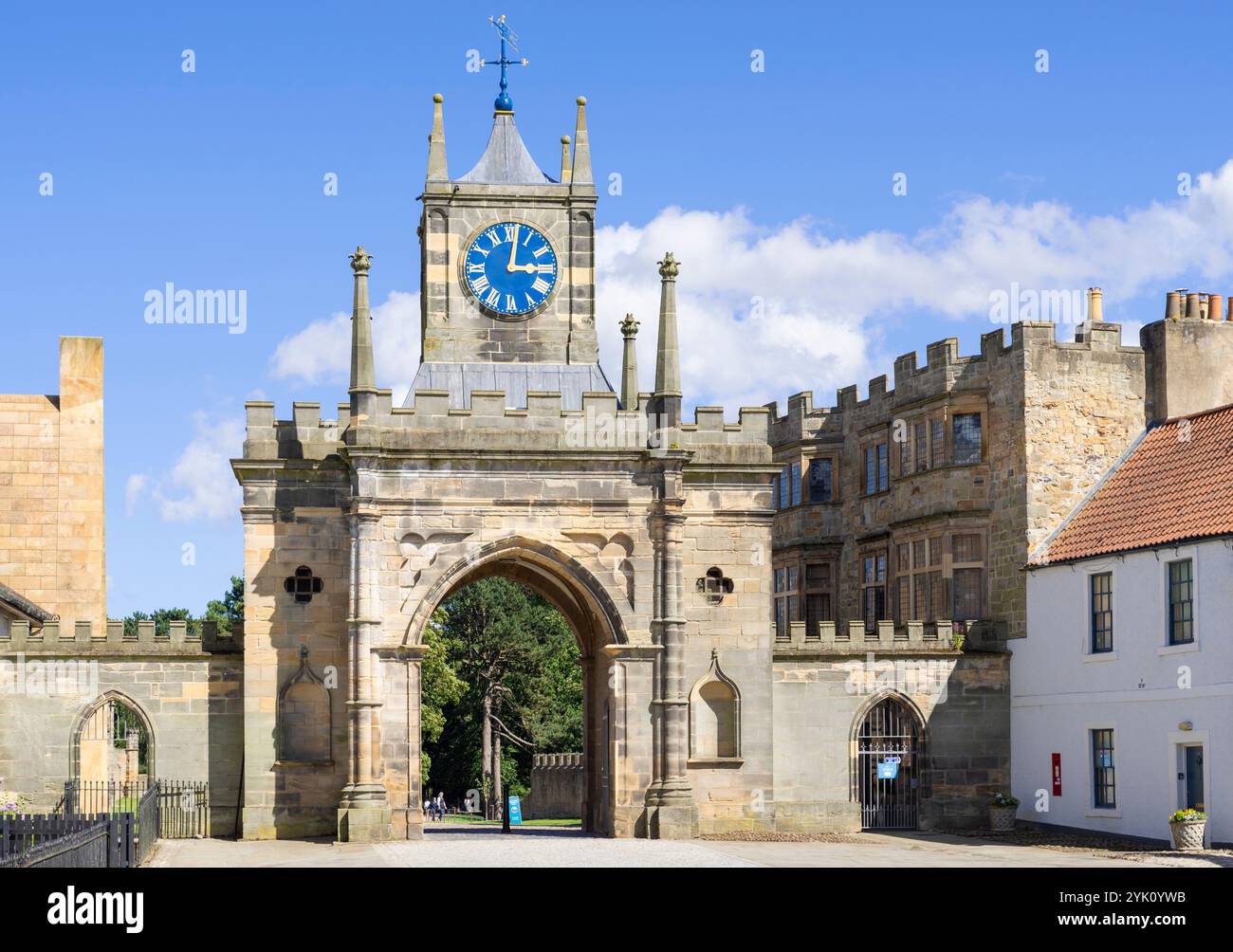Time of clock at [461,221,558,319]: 3:01
